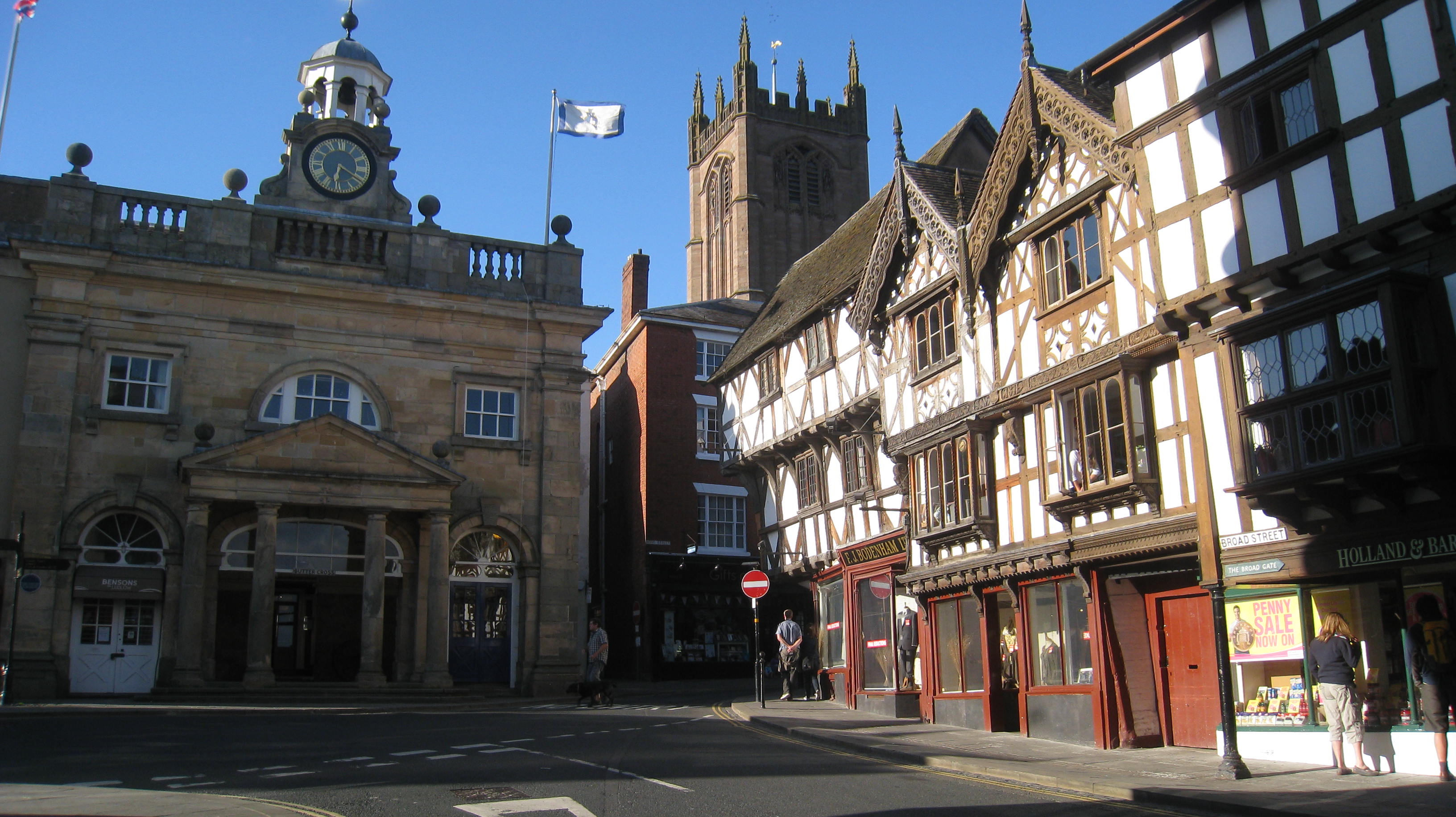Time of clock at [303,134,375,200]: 6:20
